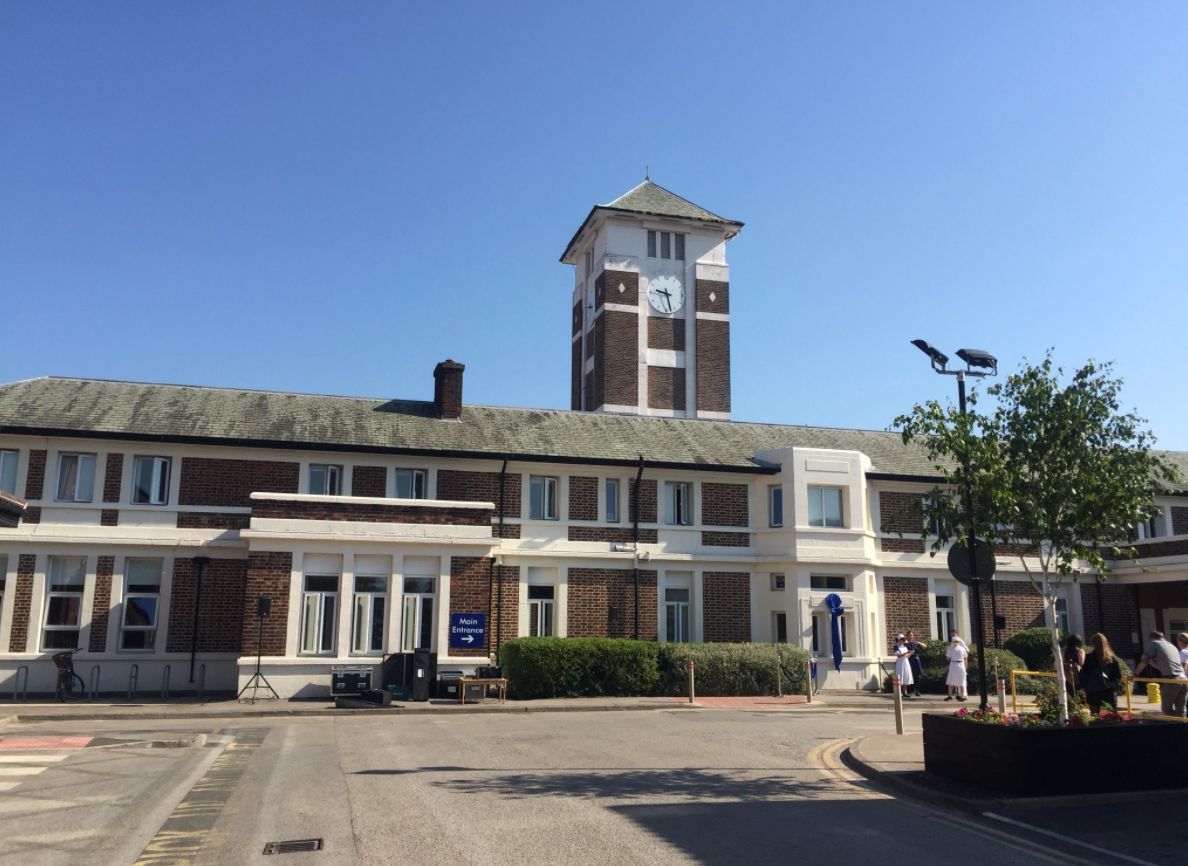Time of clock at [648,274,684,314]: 9:27
